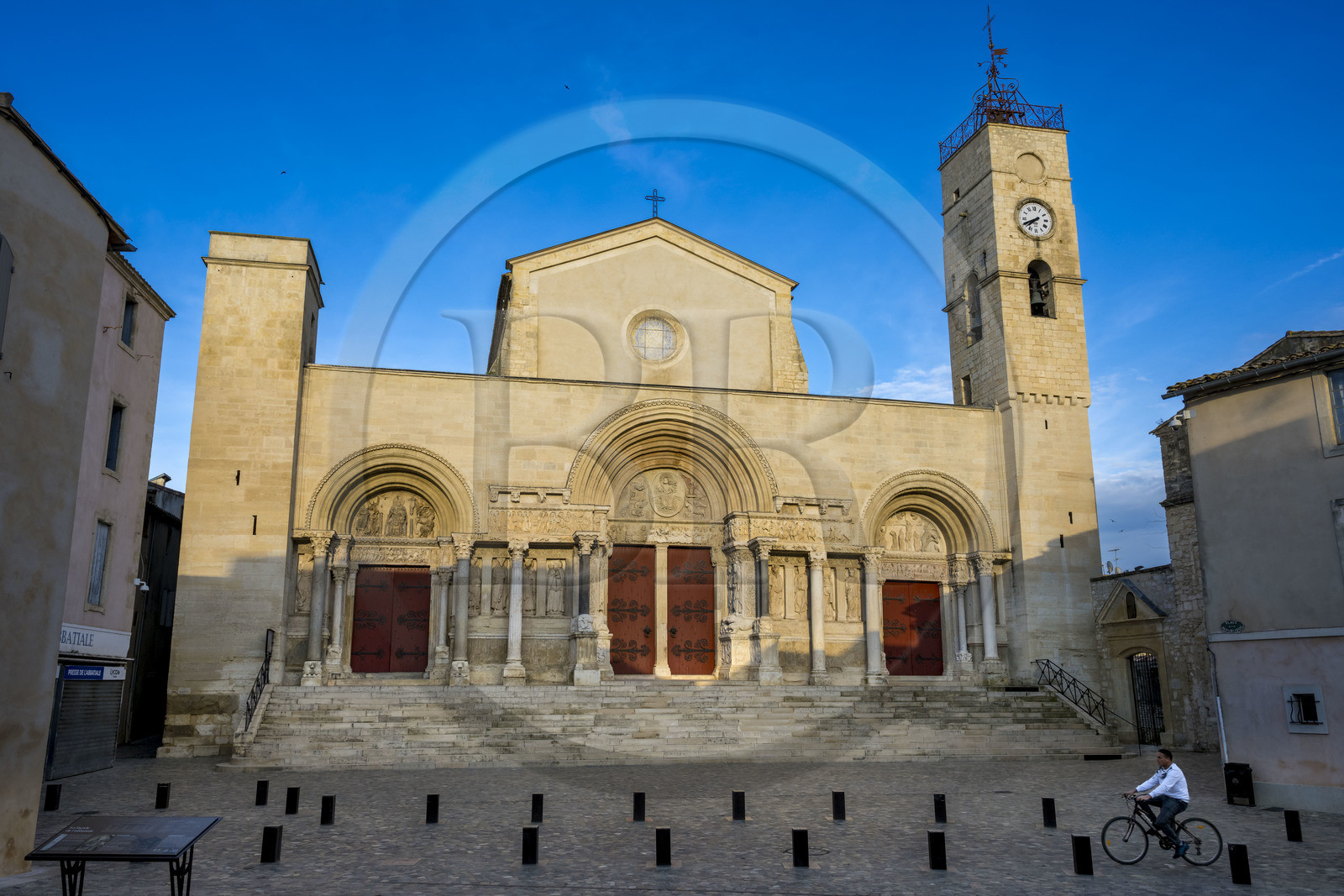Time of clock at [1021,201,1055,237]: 7:40
